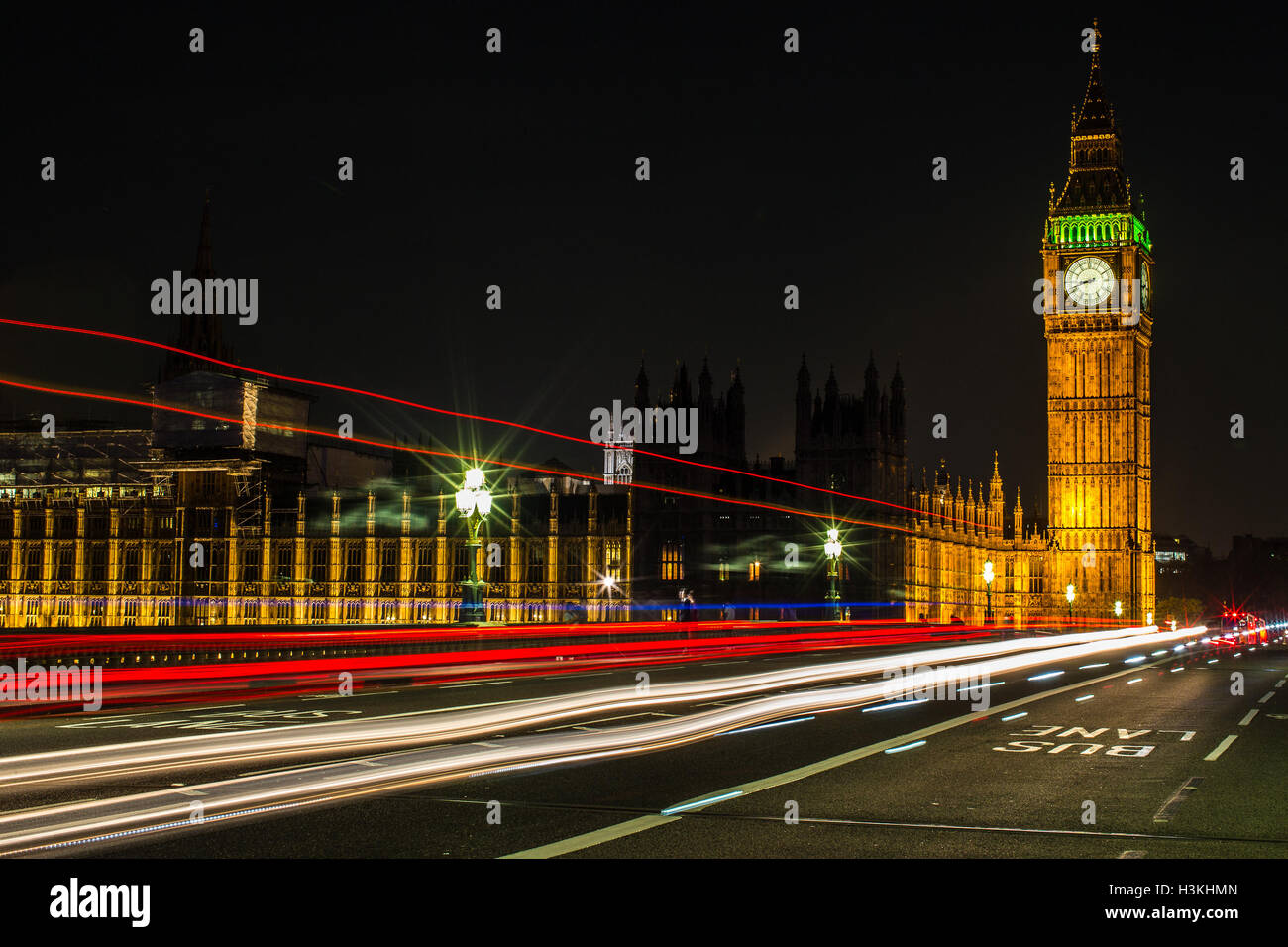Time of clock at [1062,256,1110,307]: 8:41
